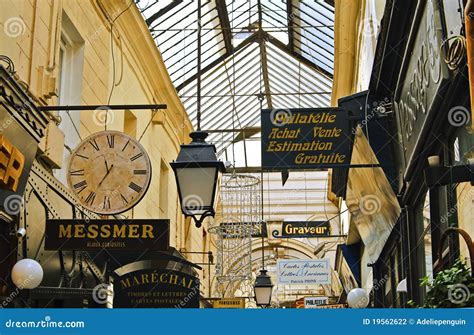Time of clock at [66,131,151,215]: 11:35
